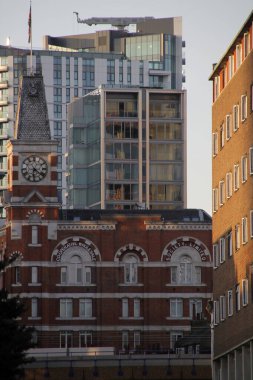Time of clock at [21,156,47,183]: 6:21
